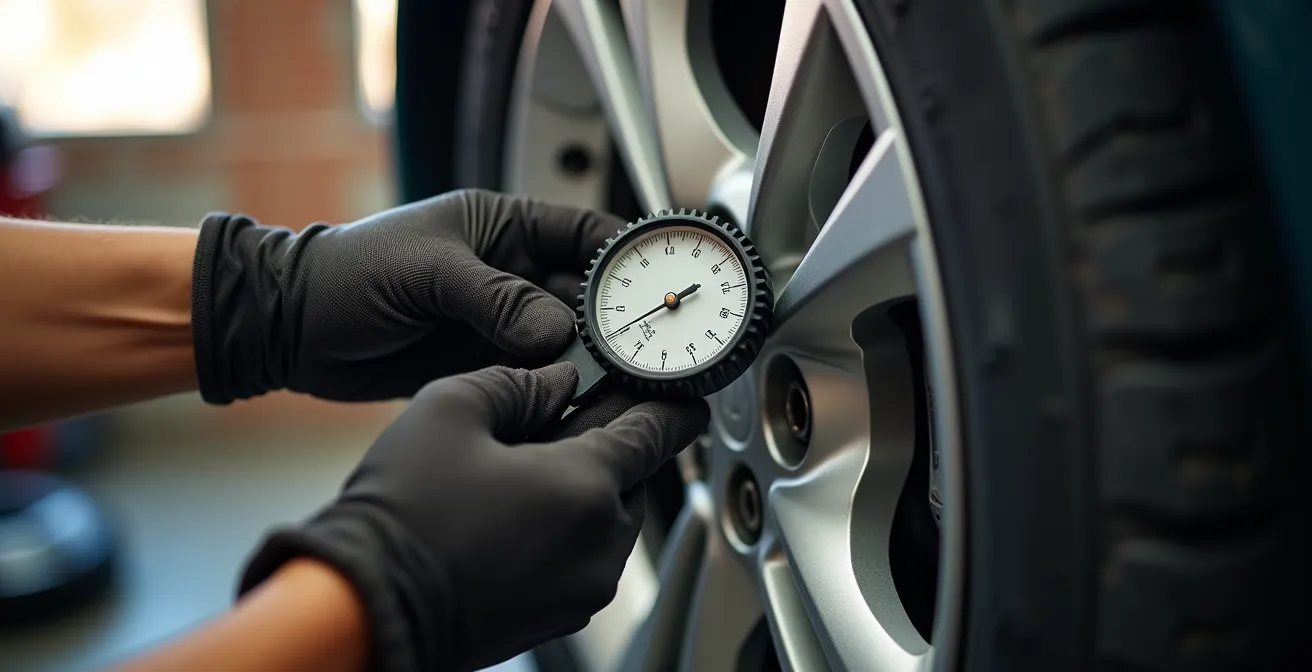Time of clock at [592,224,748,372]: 2:40
